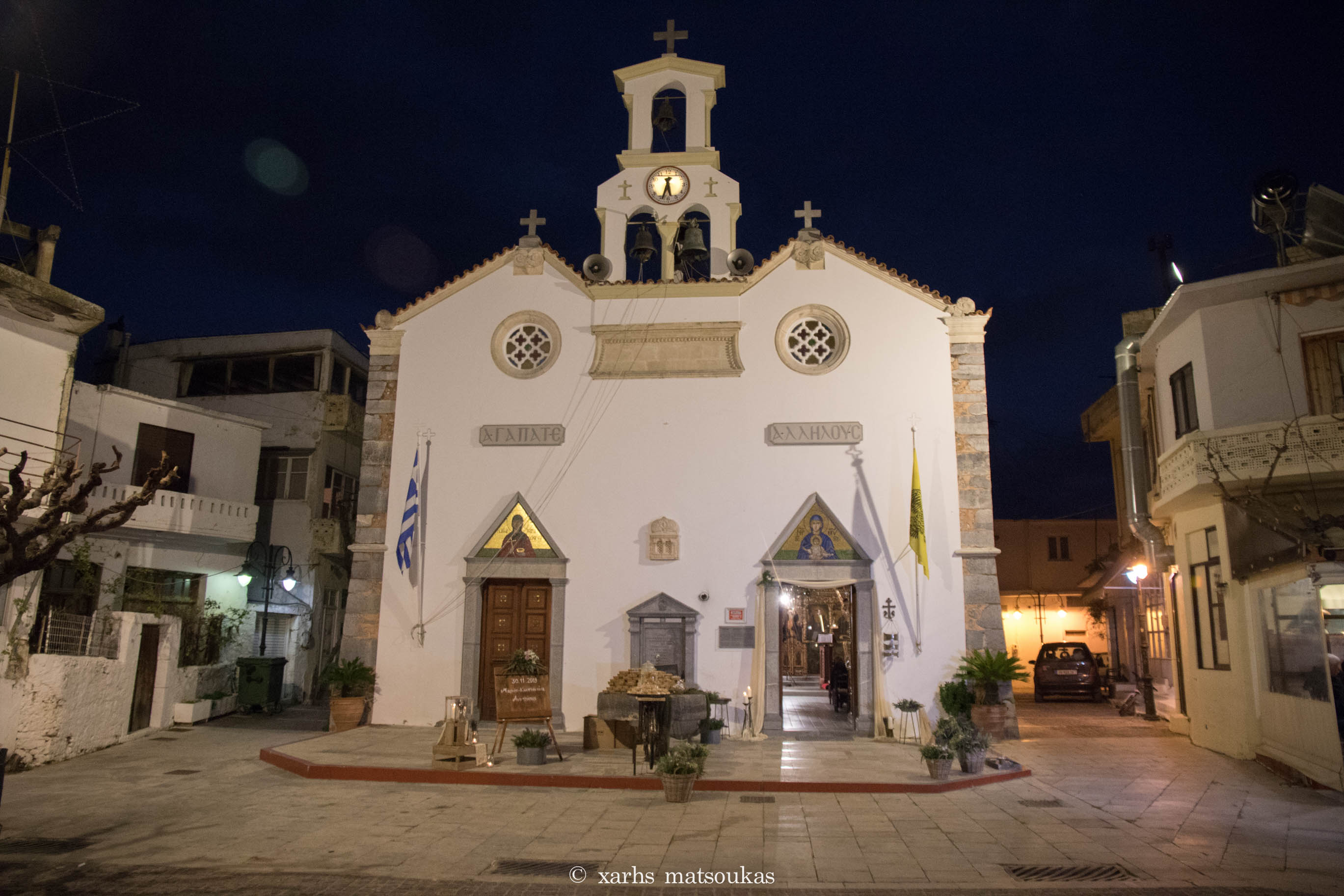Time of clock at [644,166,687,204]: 5:33
